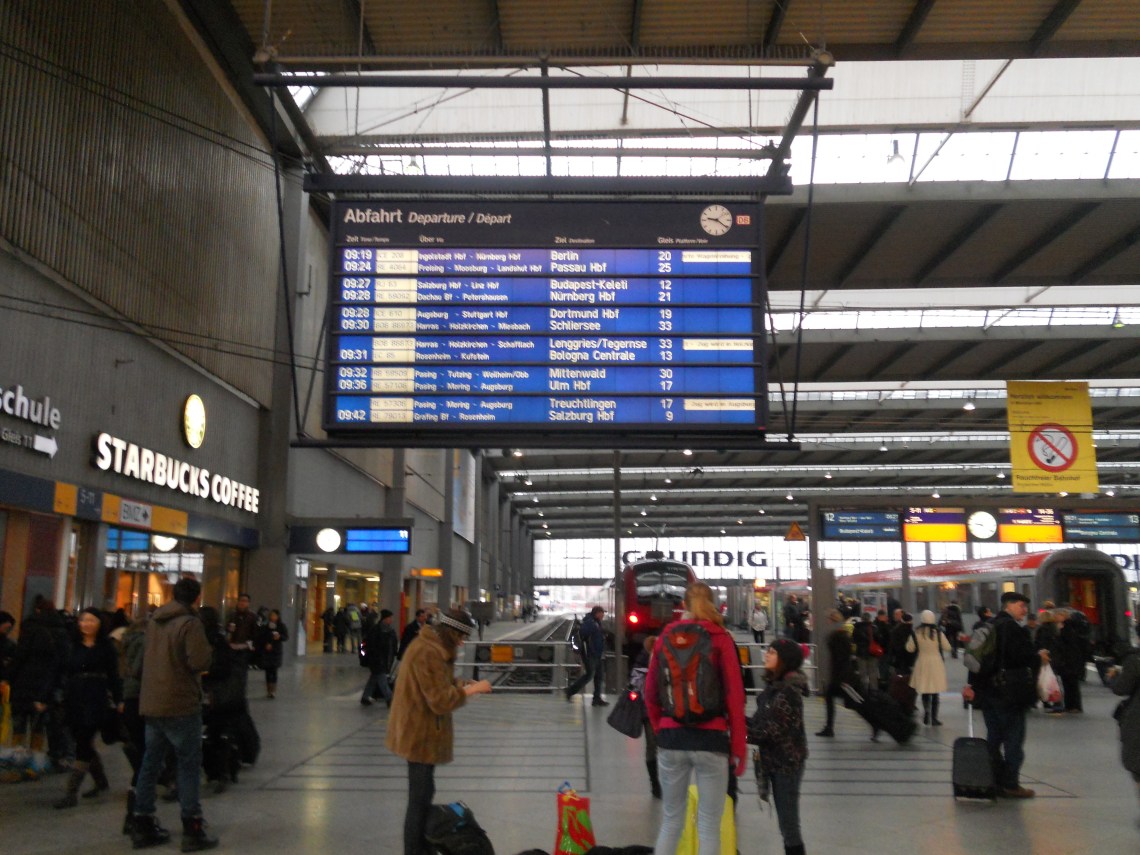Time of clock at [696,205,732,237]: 9:21
